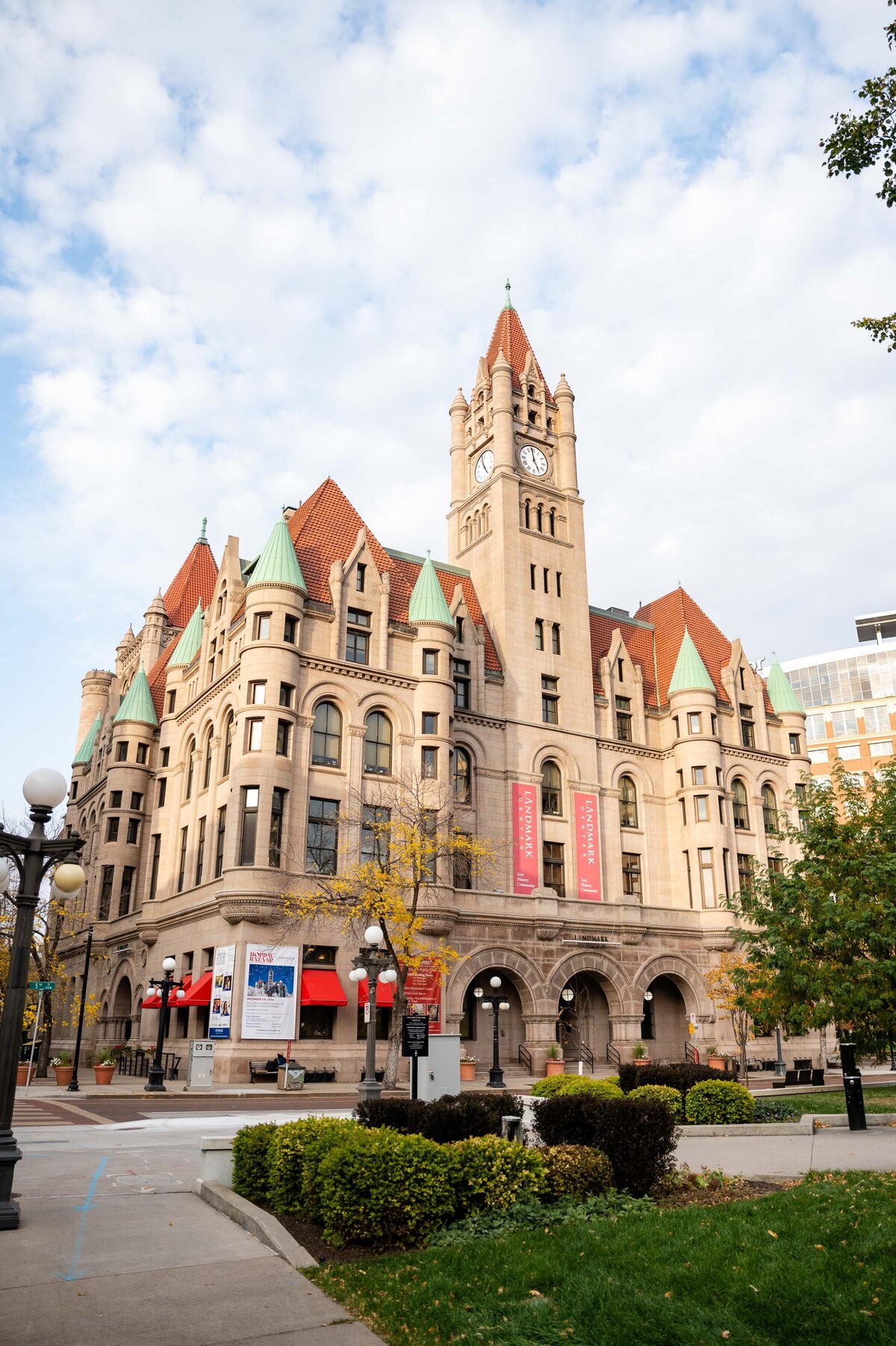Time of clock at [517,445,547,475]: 4:58
